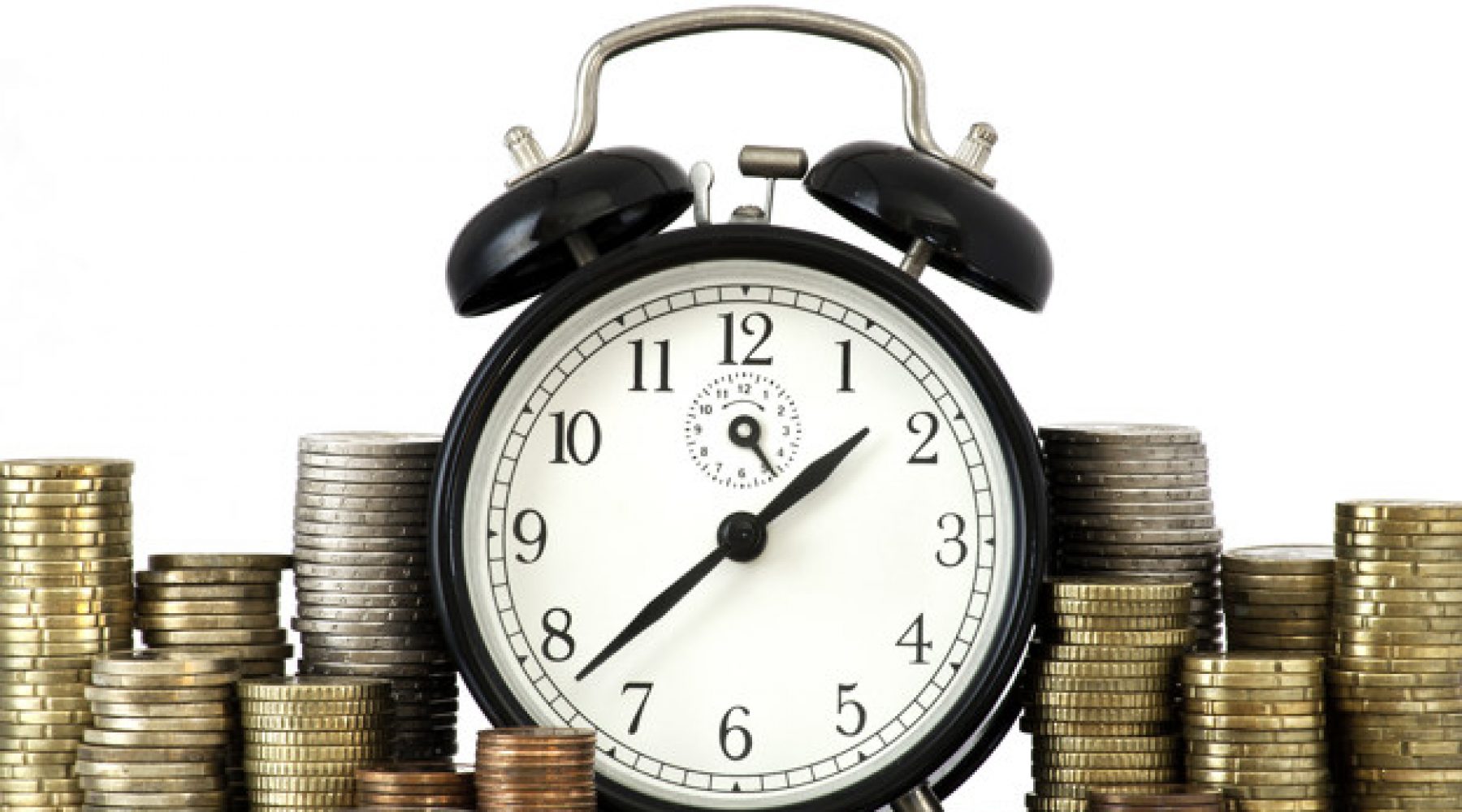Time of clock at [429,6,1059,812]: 1:37
